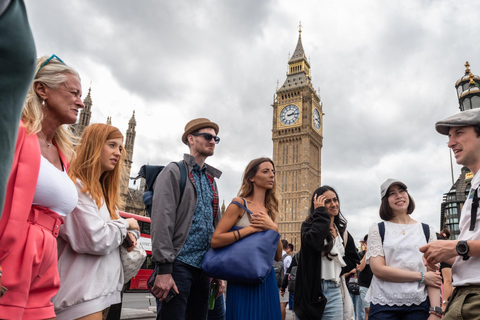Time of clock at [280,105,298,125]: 2:14
